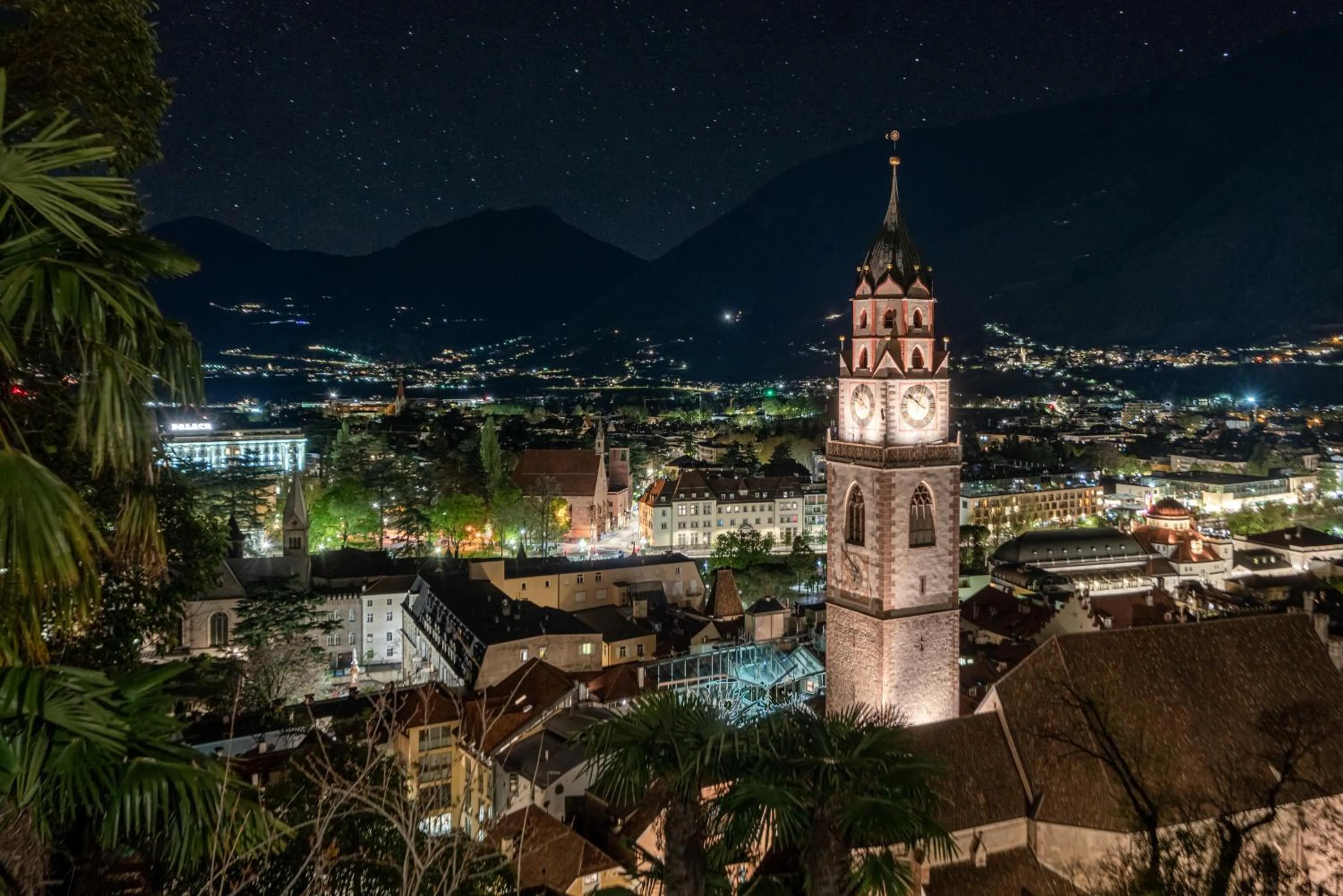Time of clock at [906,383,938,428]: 3:51
